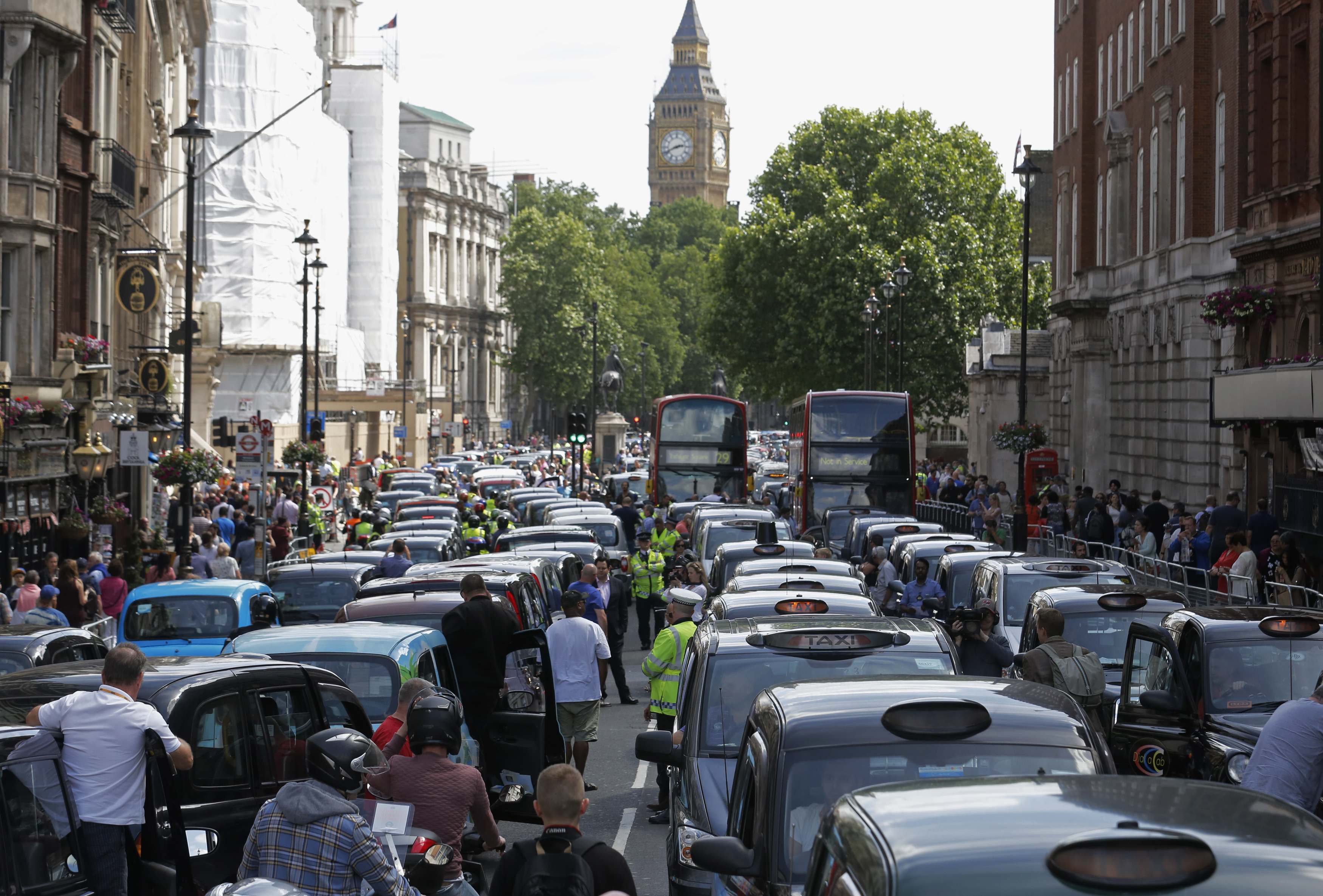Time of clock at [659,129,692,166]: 2:41
